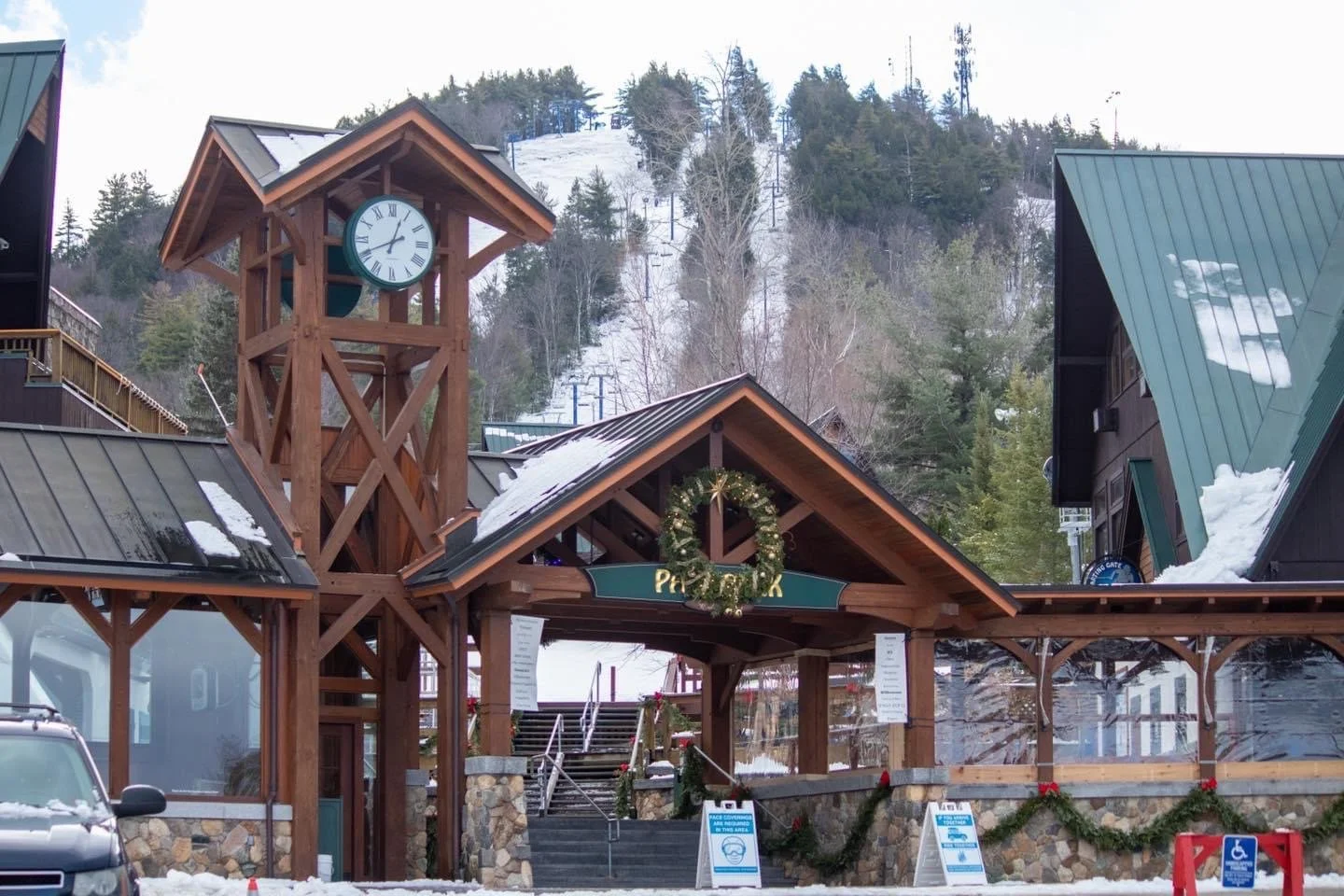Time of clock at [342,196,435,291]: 12:41
